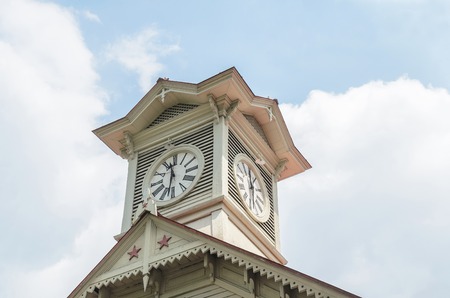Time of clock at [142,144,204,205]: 11:32
